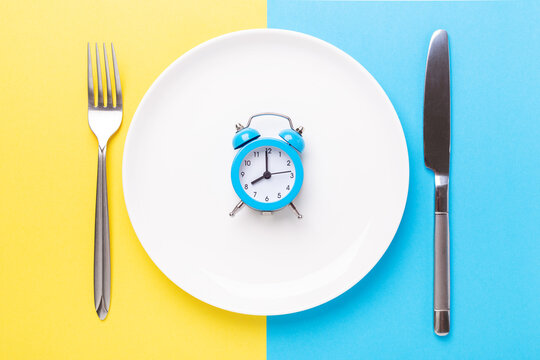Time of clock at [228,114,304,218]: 7:59
